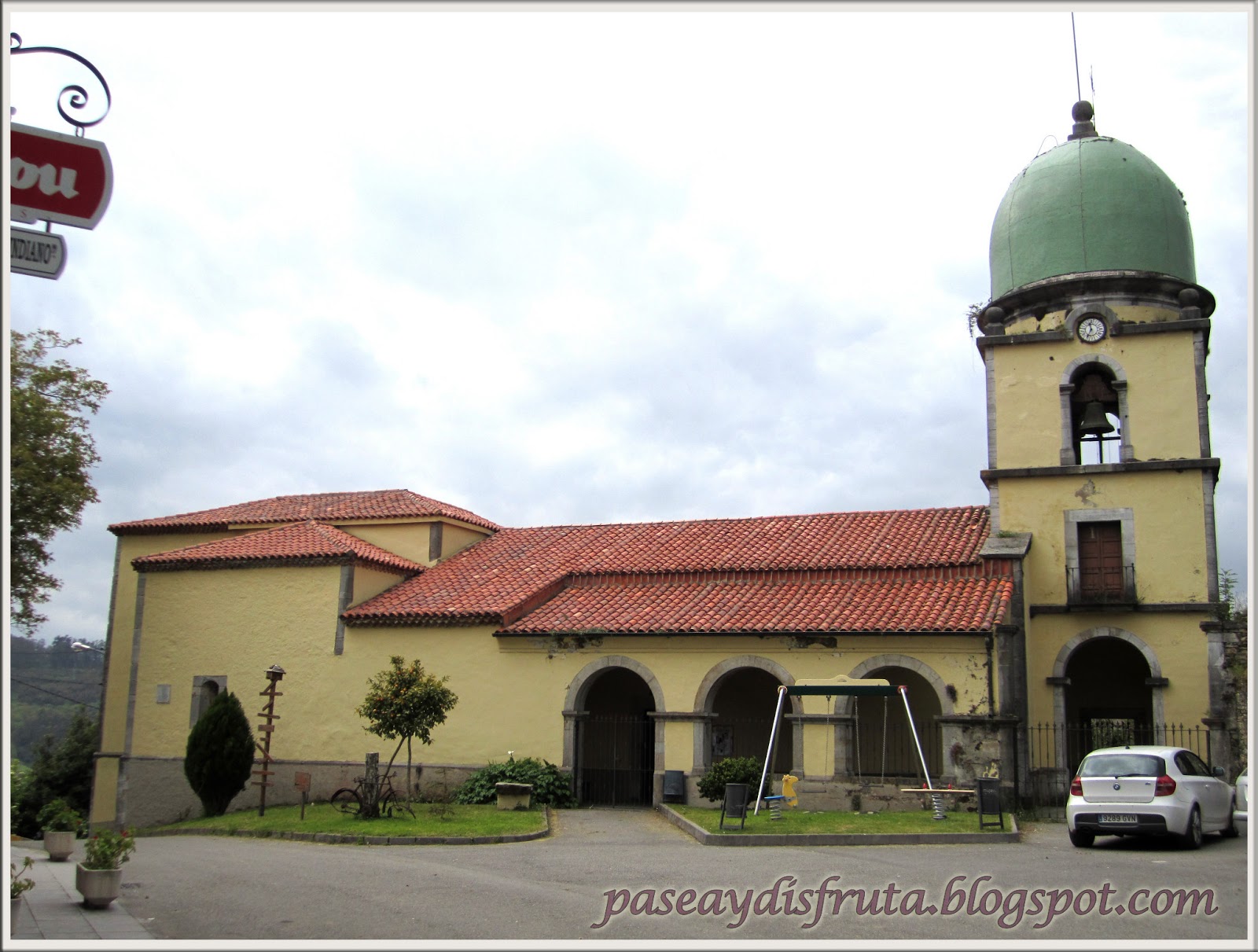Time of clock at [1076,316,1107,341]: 11:33
